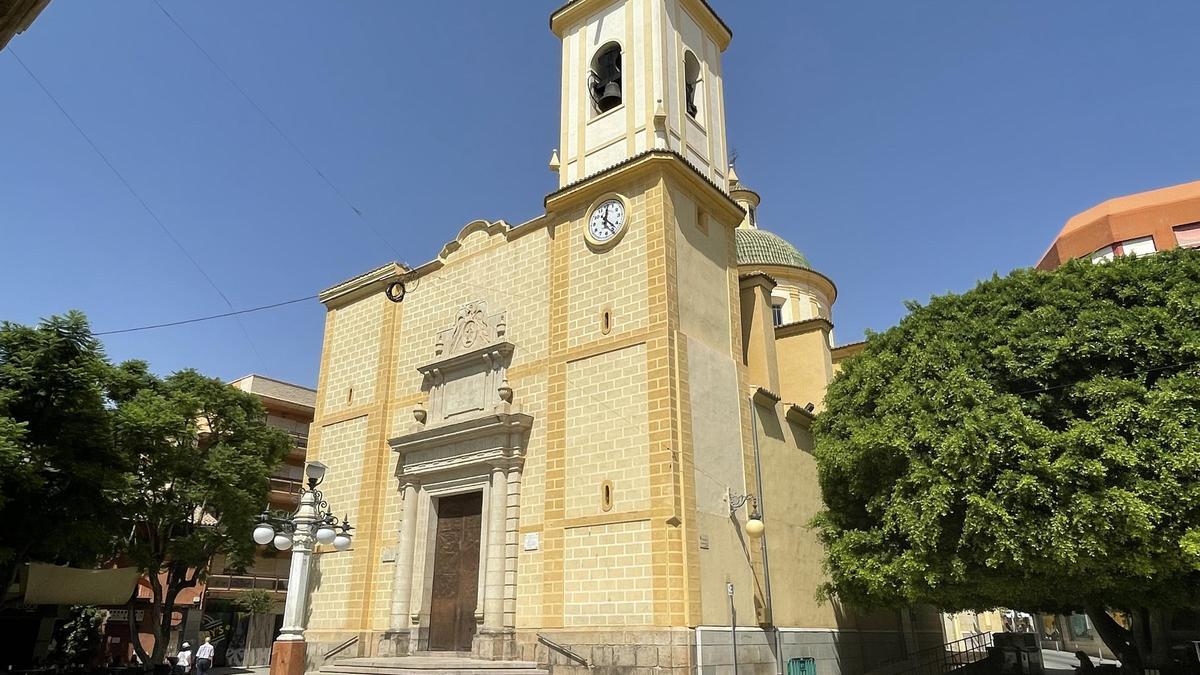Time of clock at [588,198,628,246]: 12:22
